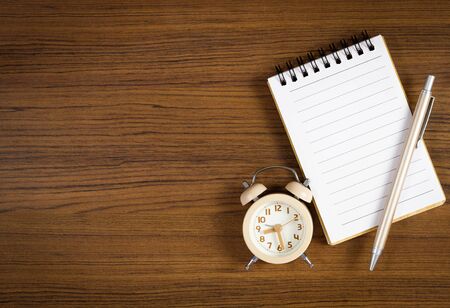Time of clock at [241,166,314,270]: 8:28
